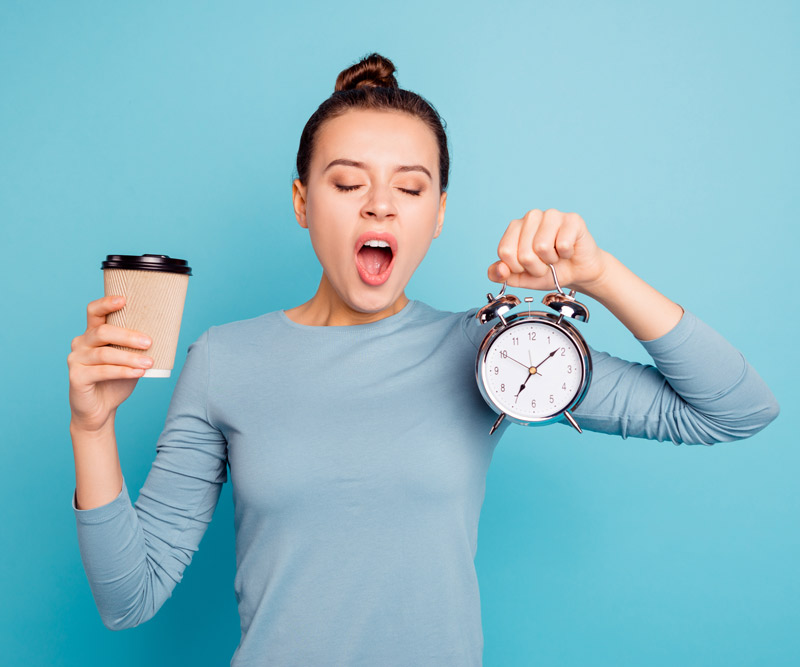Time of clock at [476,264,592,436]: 7:08
